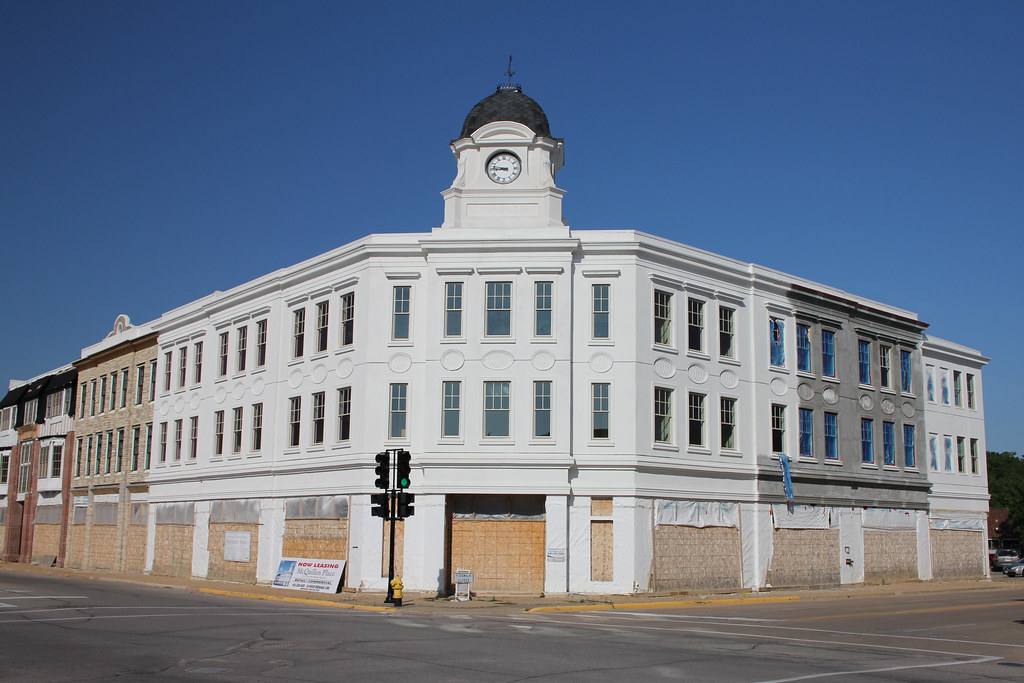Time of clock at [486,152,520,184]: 8:47
